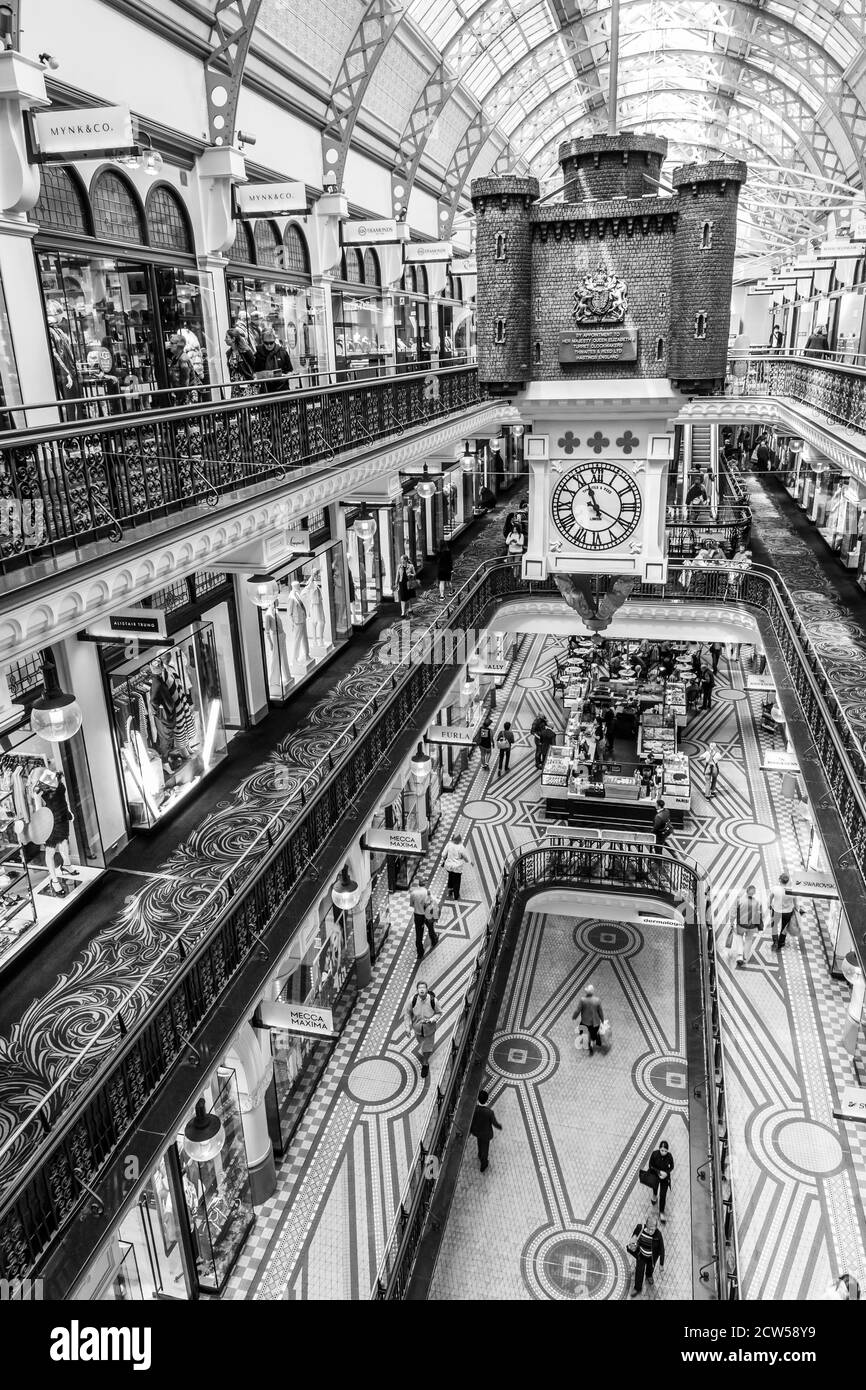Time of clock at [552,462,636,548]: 11:19
